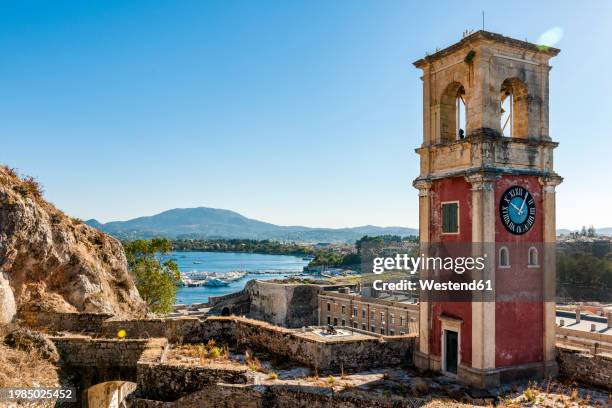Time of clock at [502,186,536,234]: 10:05
